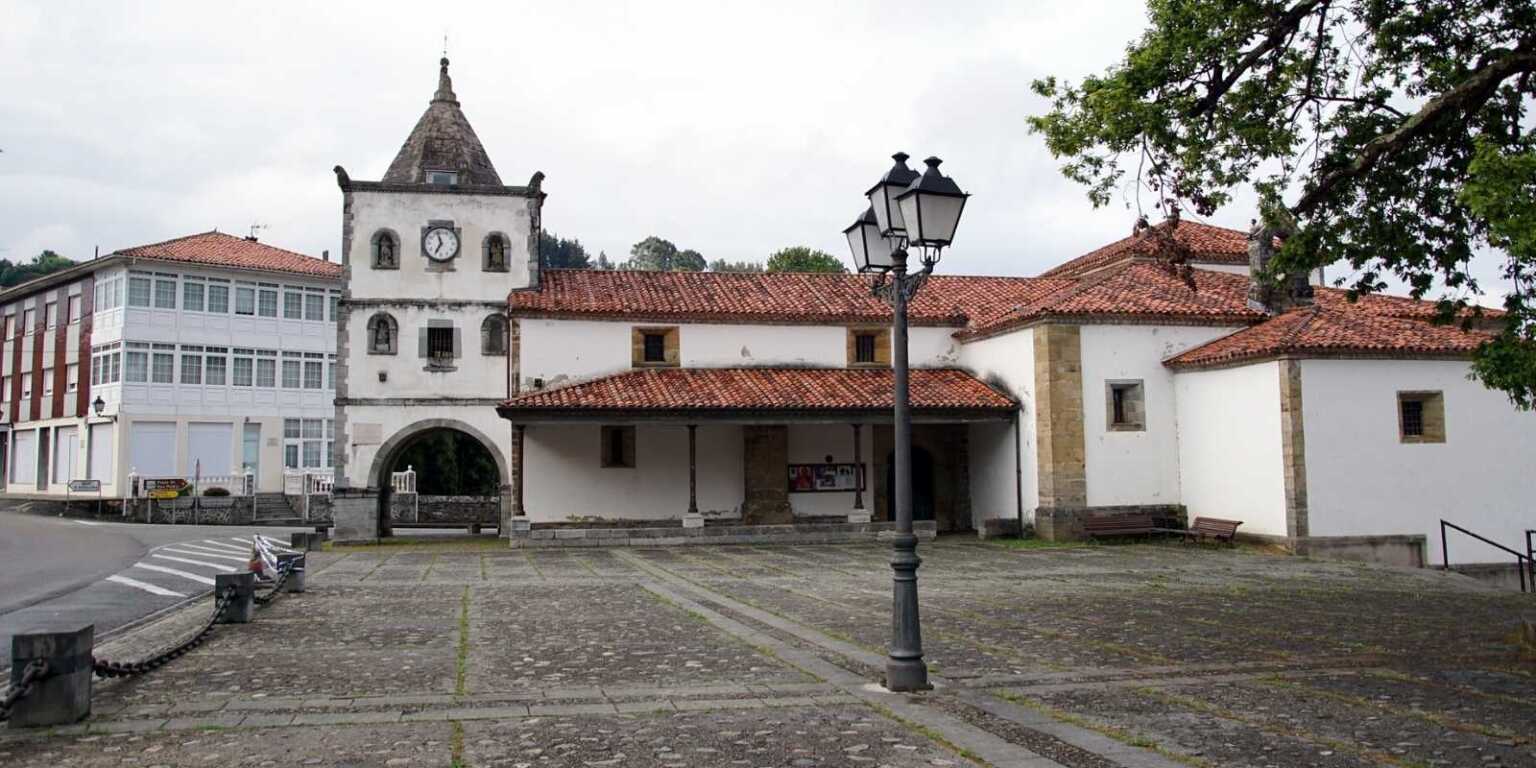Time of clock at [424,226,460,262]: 6:57
